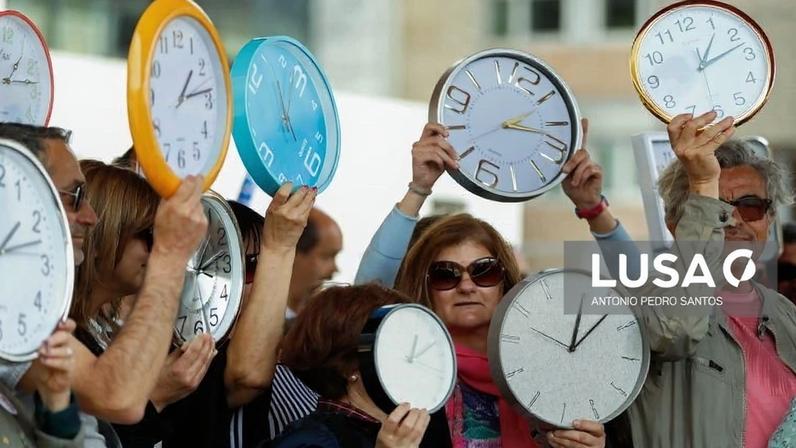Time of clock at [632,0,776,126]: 1:12
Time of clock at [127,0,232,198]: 1:13
